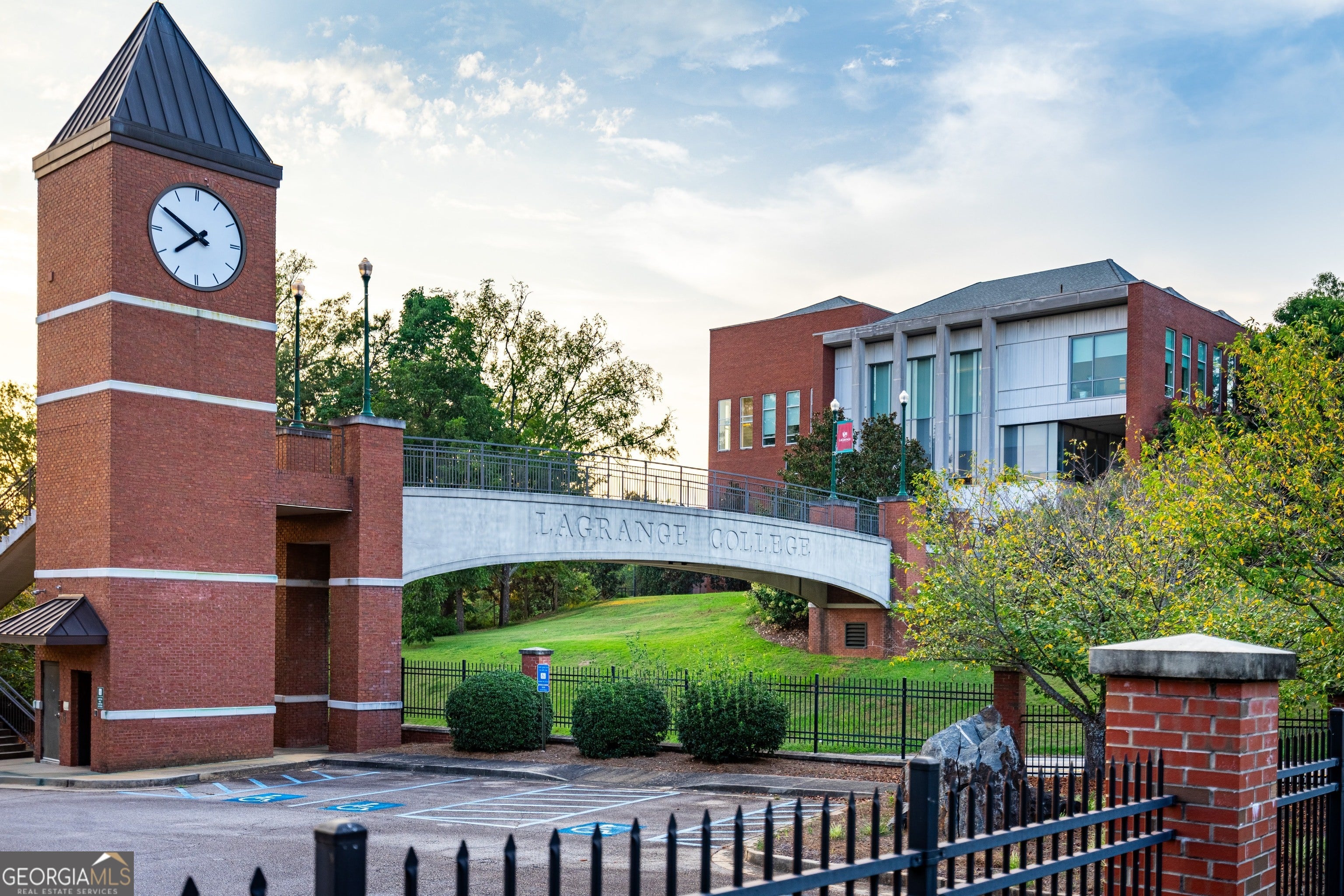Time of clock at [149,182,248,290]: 7:49
